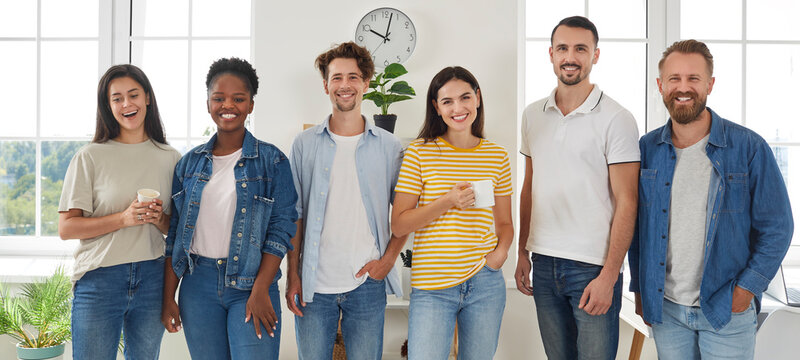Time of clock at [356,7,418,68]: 10:02
